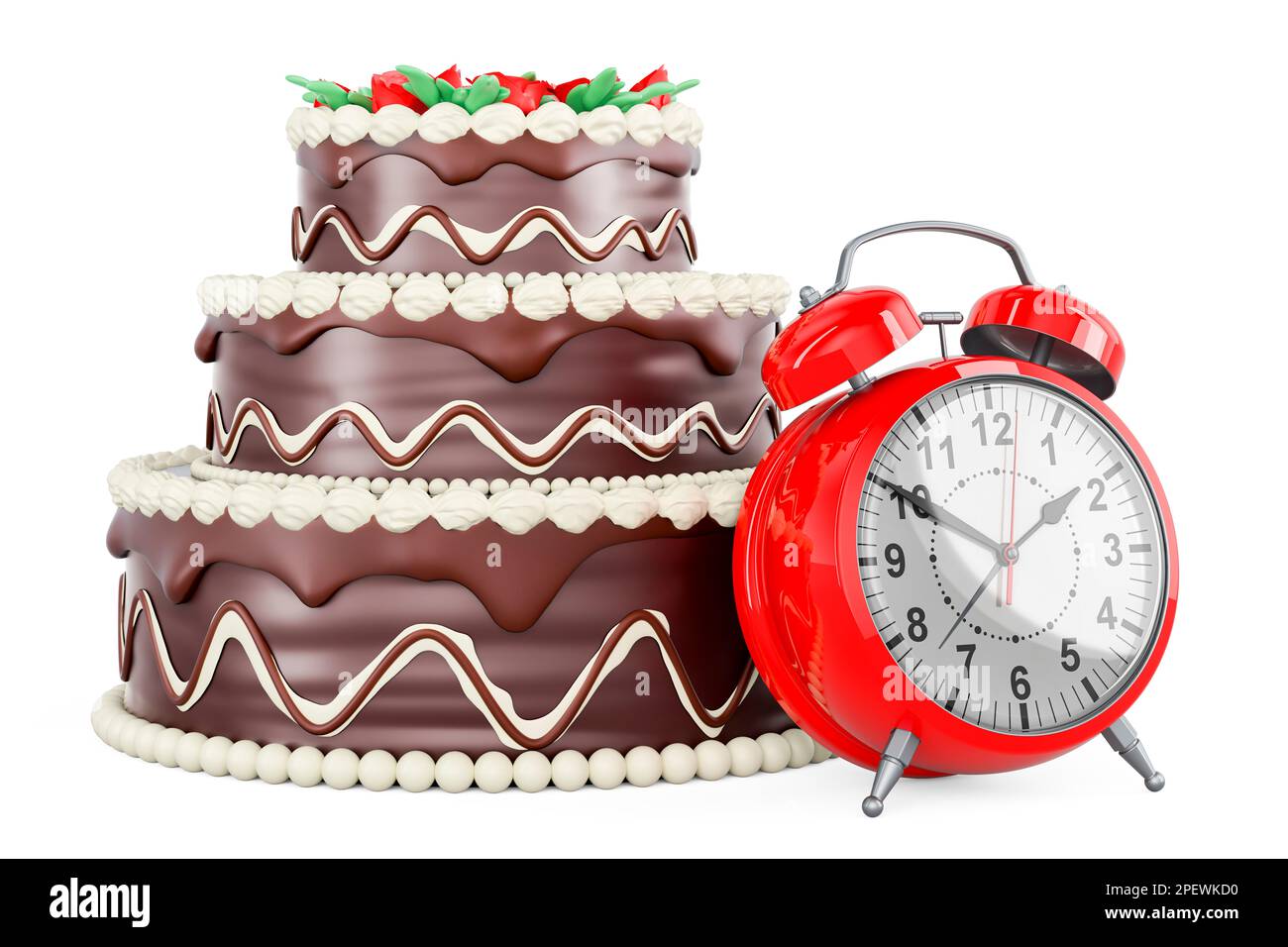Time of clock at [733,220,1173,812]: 1:50
